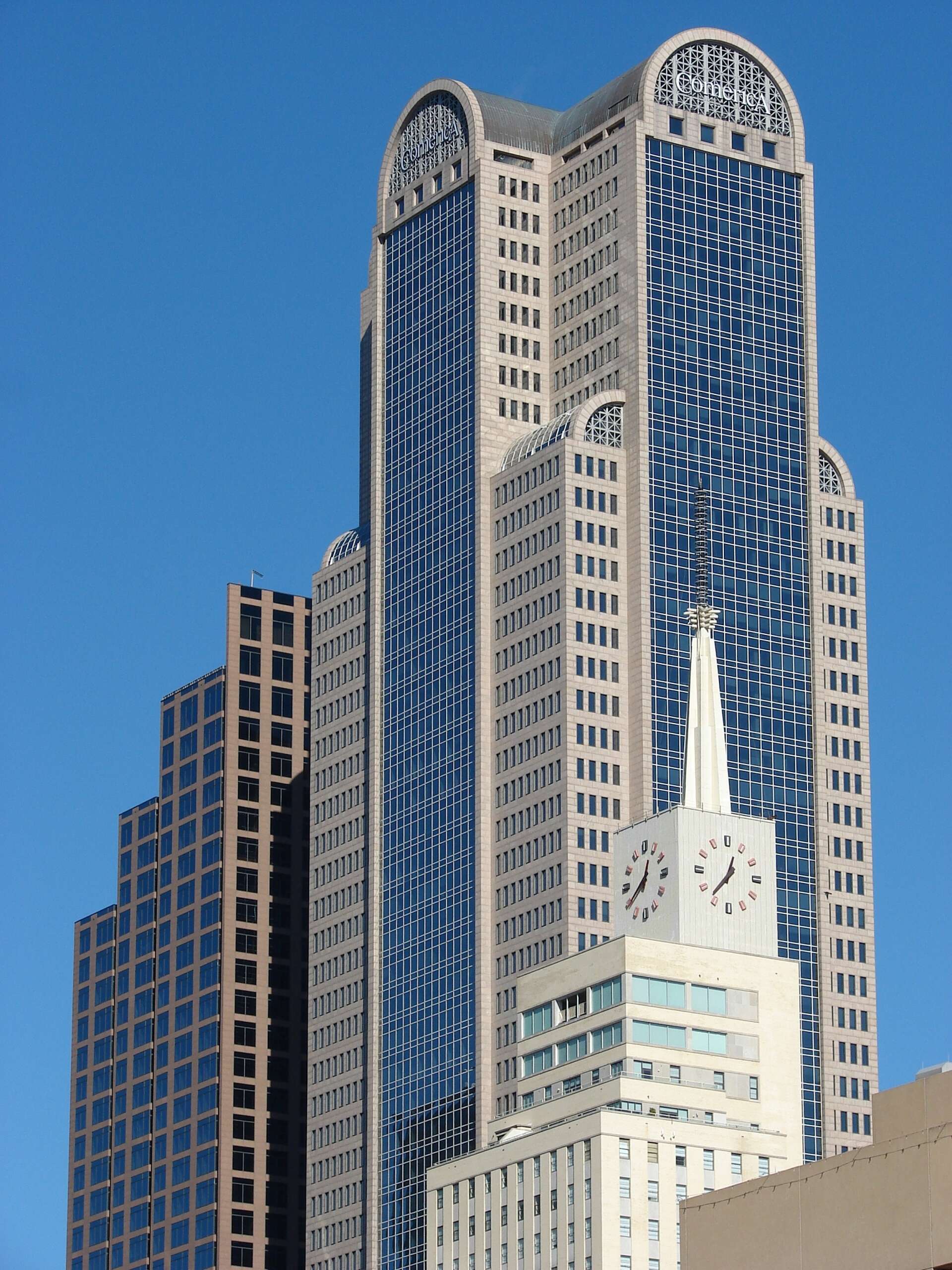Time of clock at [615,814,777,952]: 12:37
